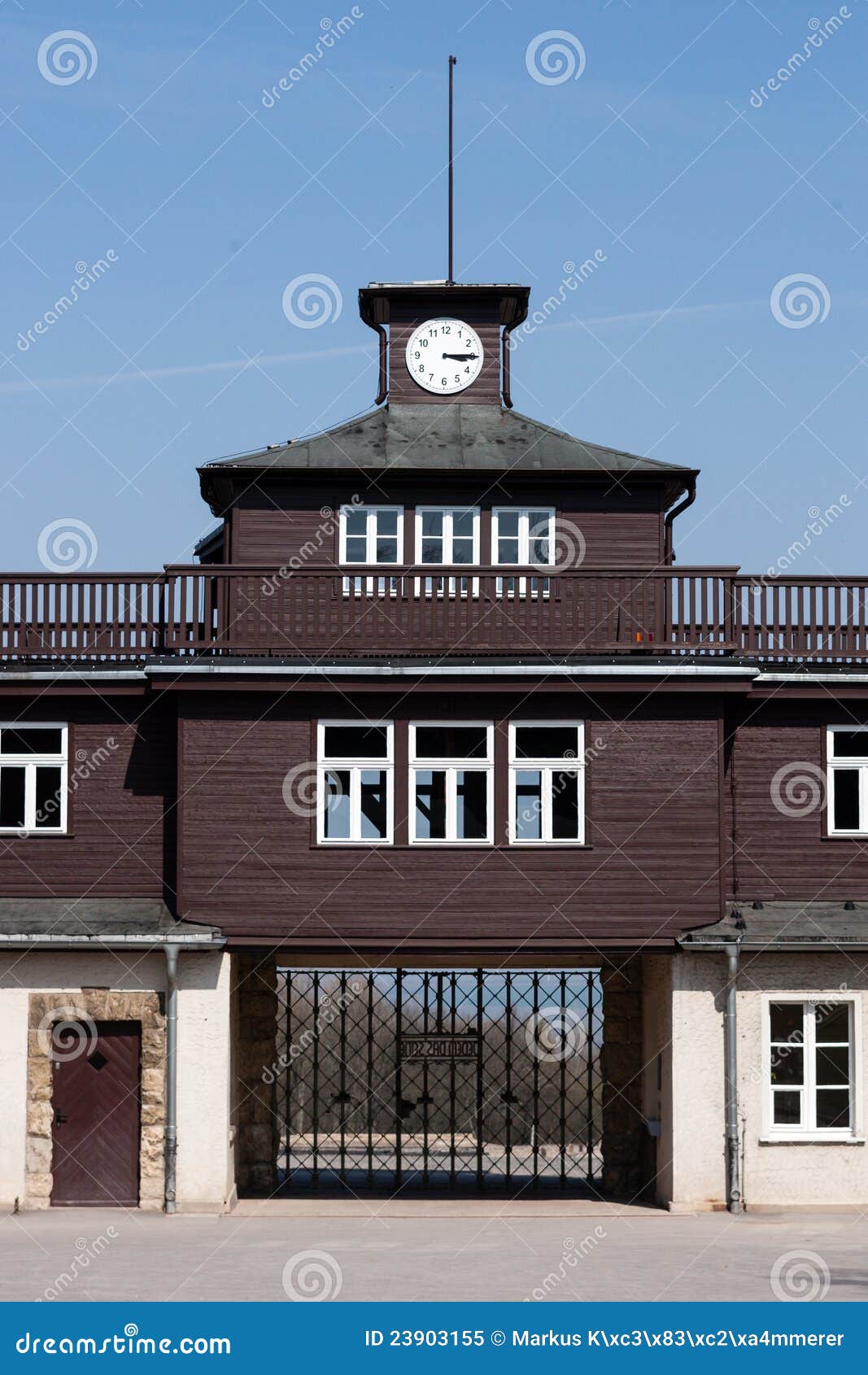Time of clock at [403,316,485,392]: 3:14
